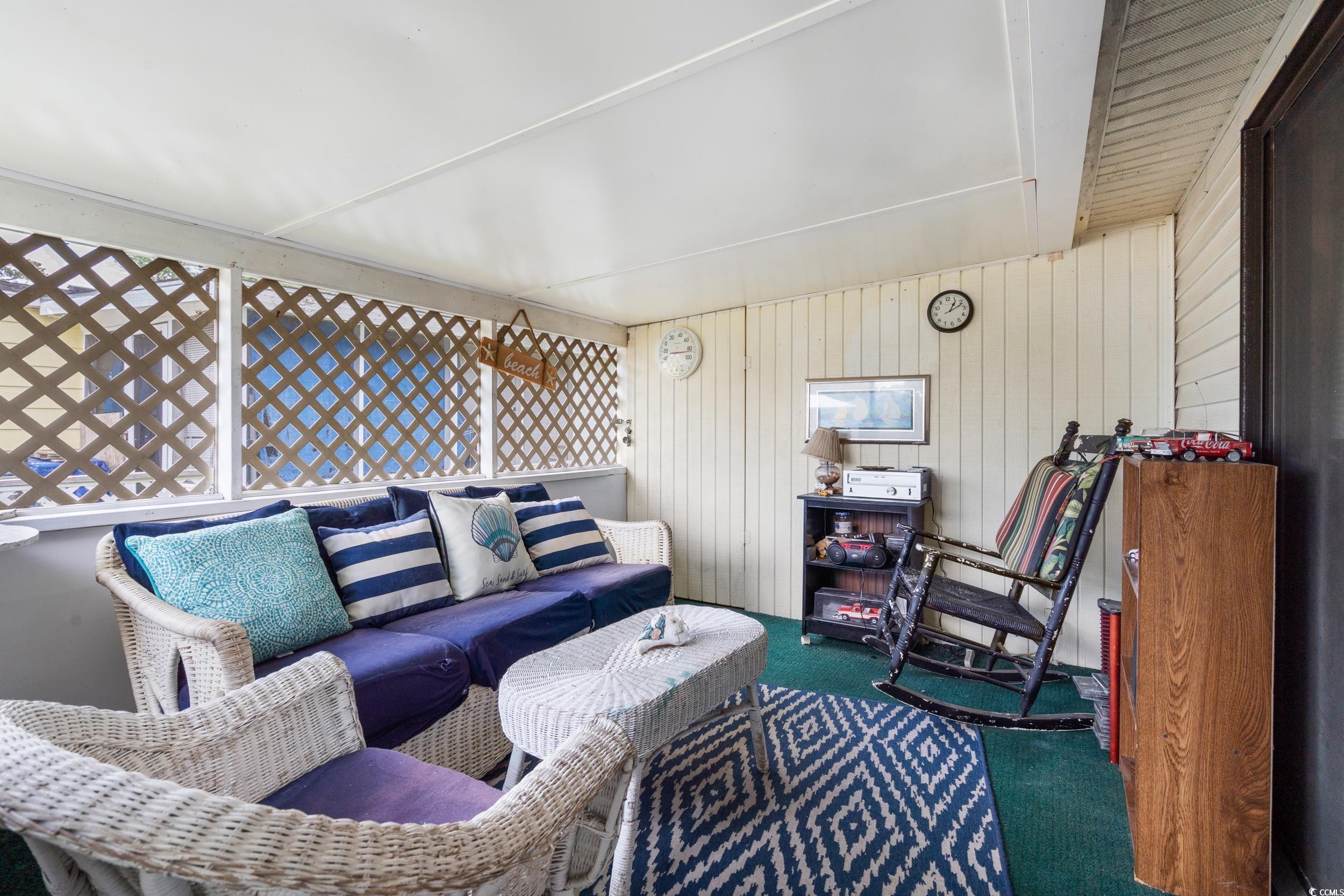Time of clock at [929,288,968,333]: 1:11
